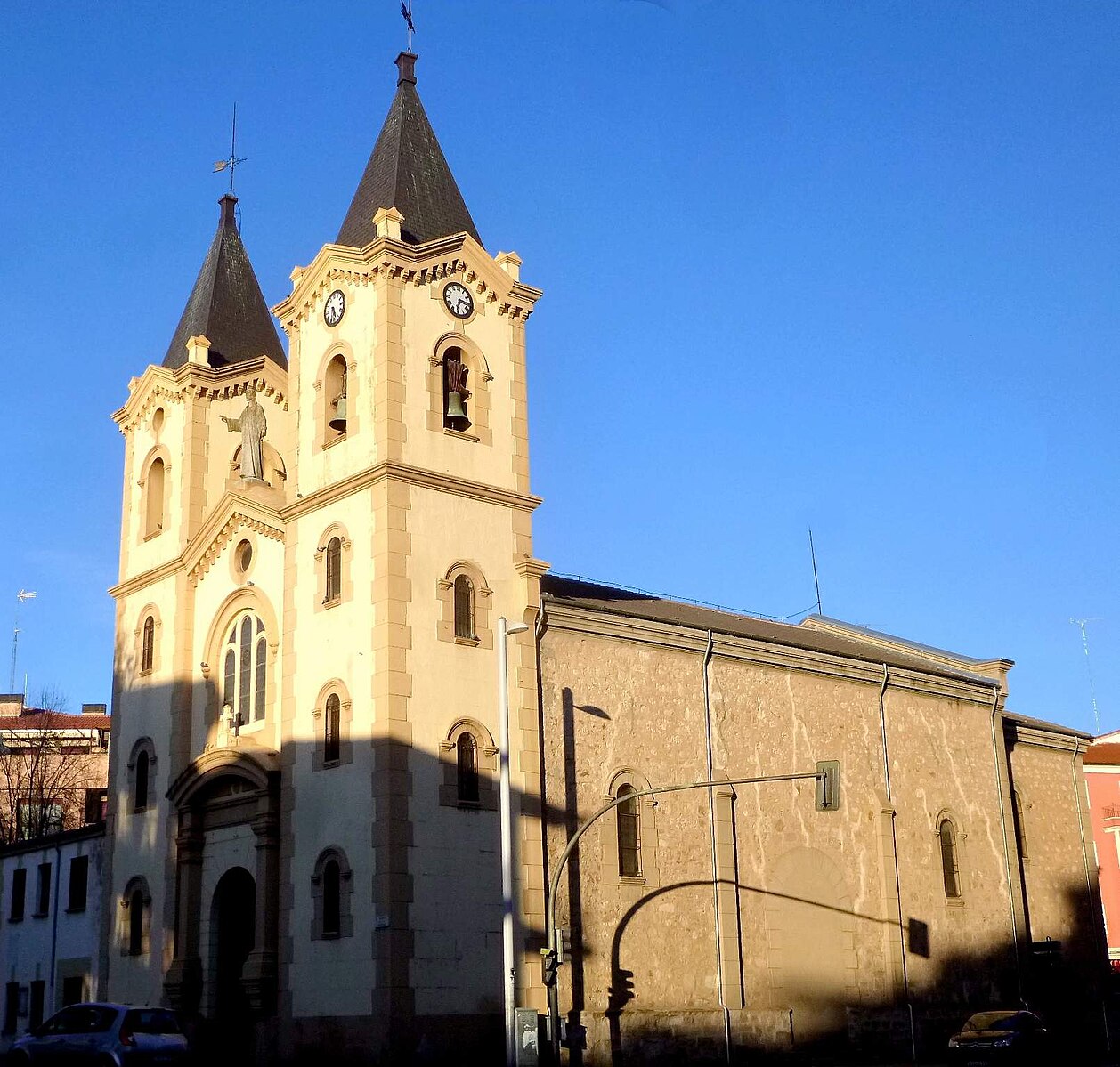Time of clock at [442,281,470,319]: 6:15
